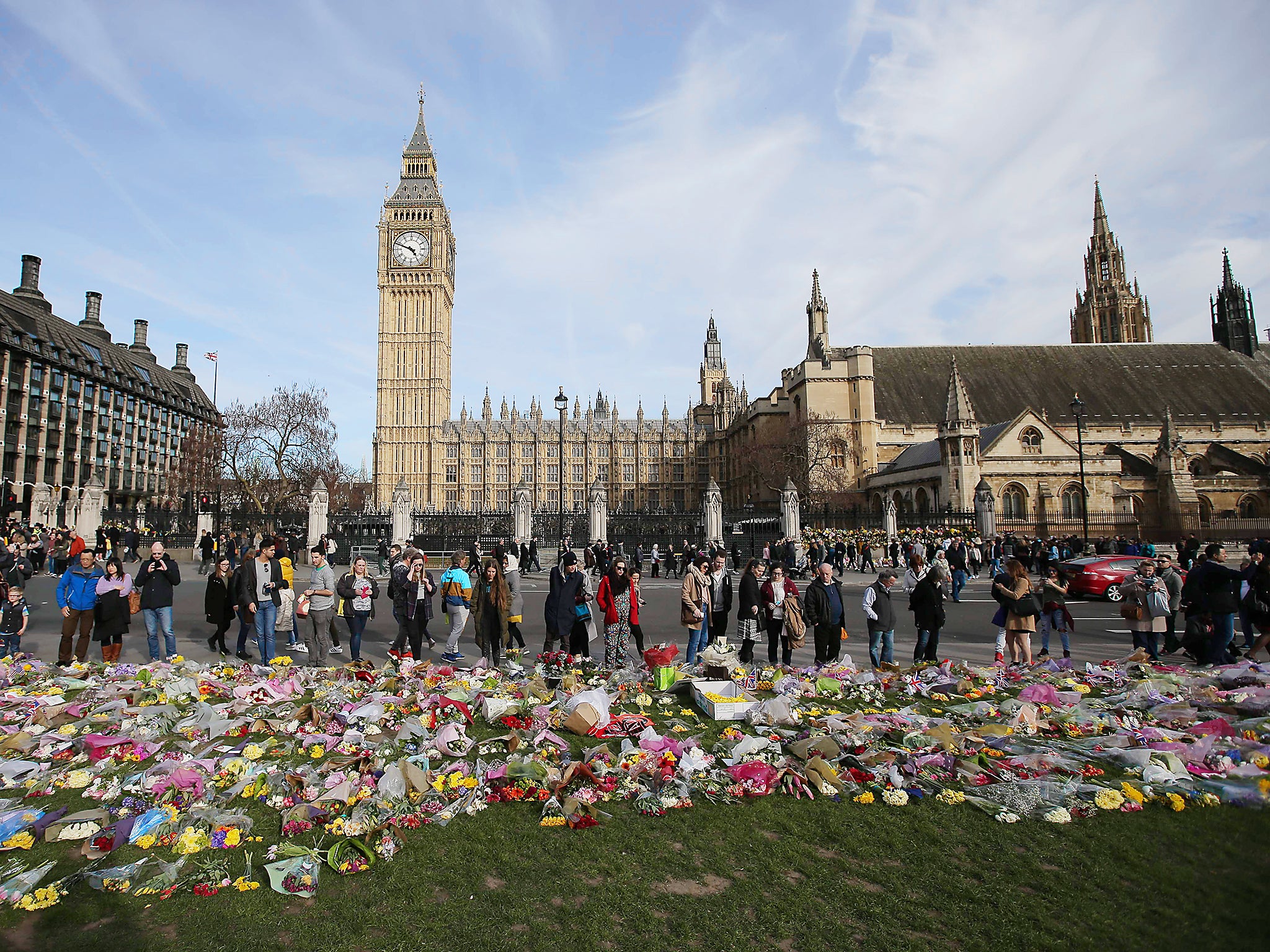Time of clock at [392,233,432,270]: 4:48
